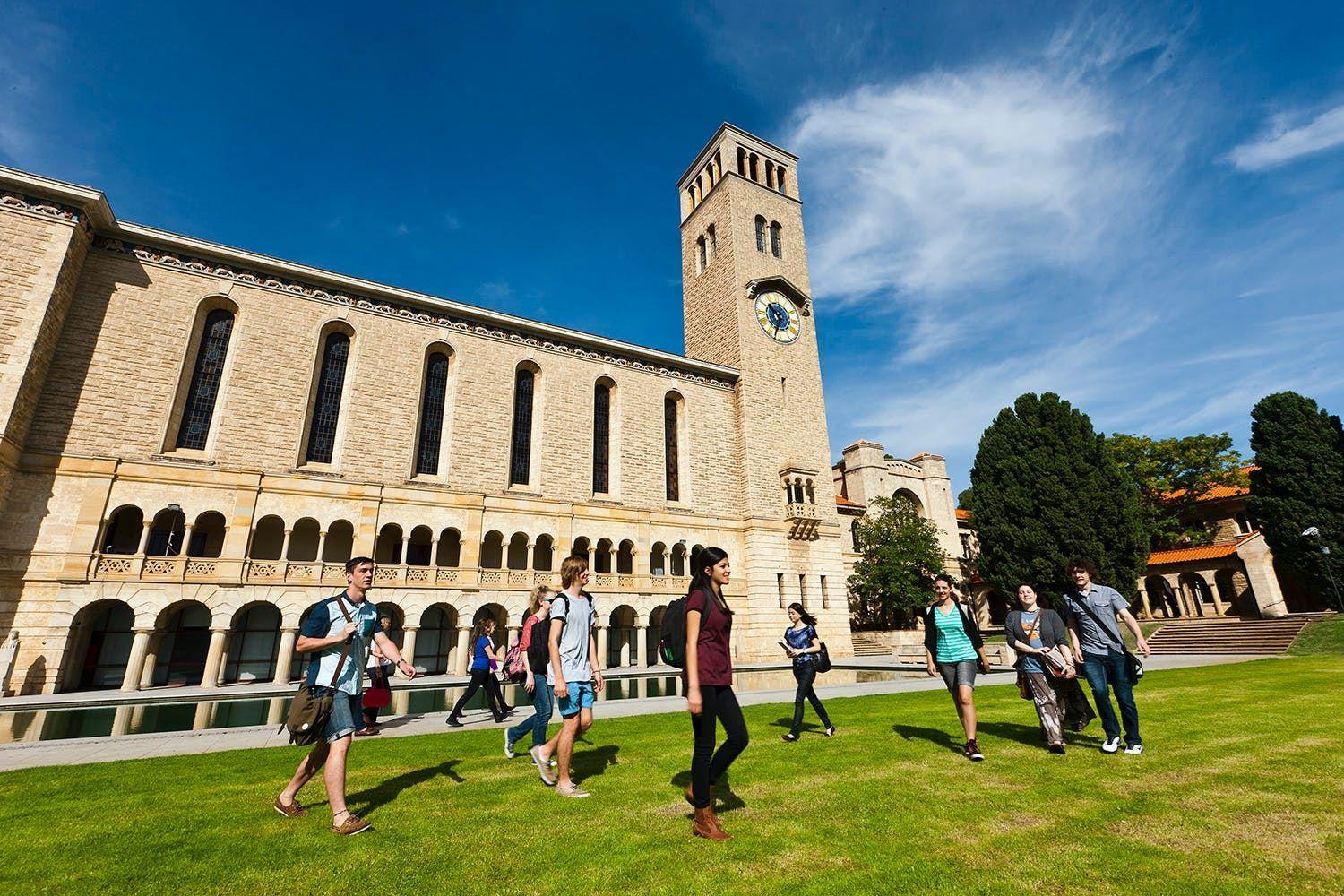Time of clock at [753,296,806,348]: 10:33
